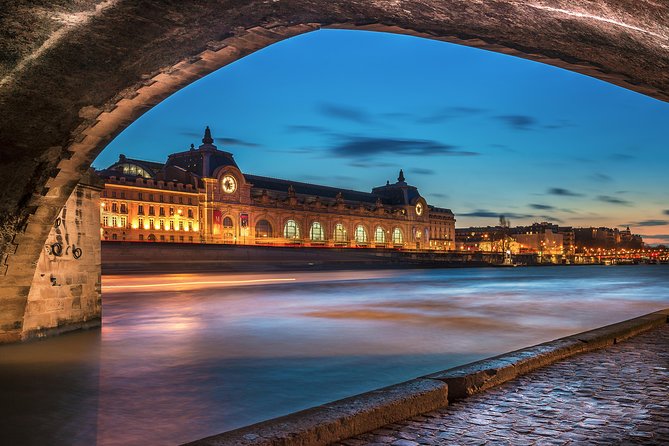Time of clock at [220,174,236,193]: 5:35
